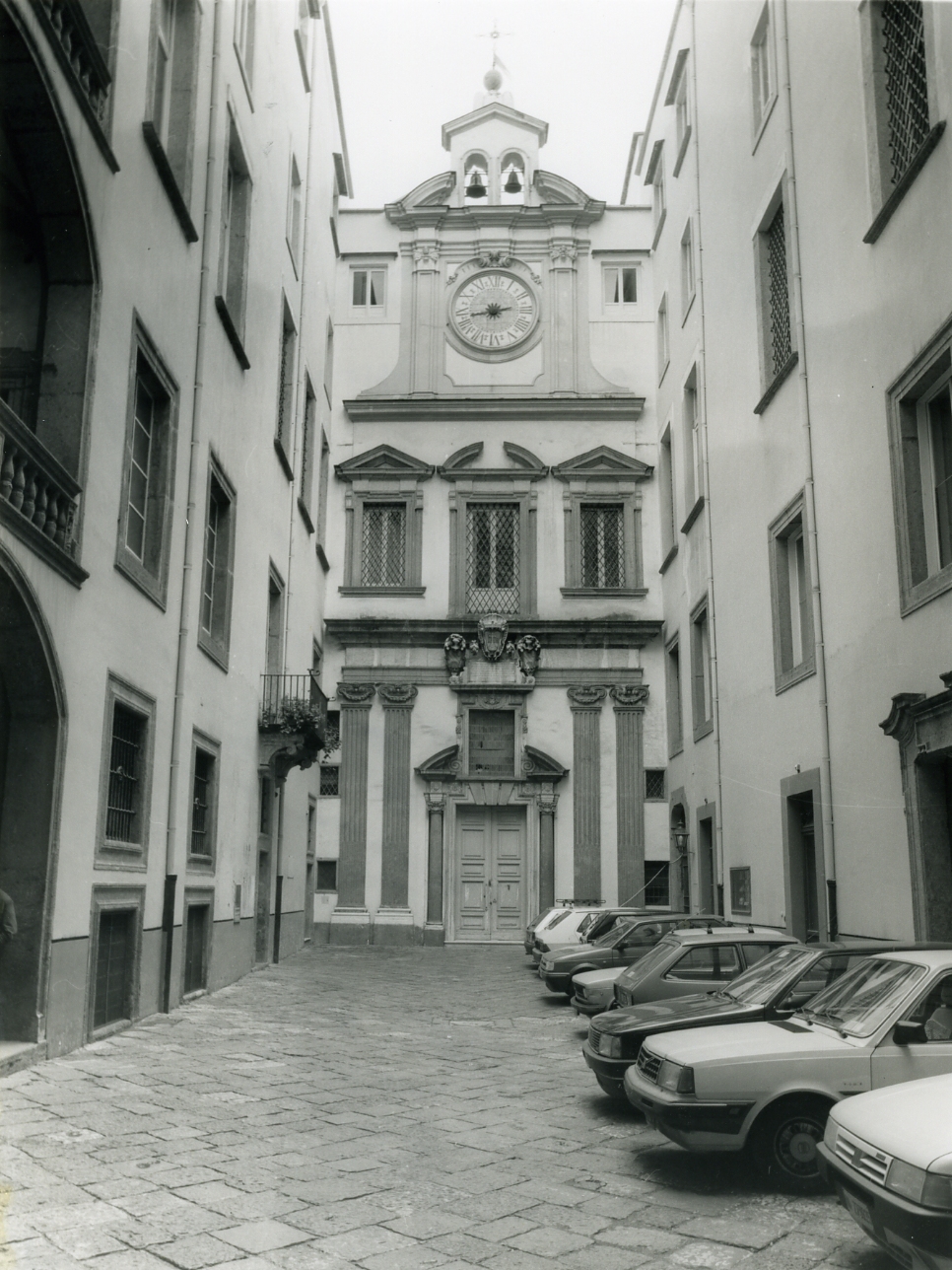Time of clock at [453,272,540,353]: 2:42
